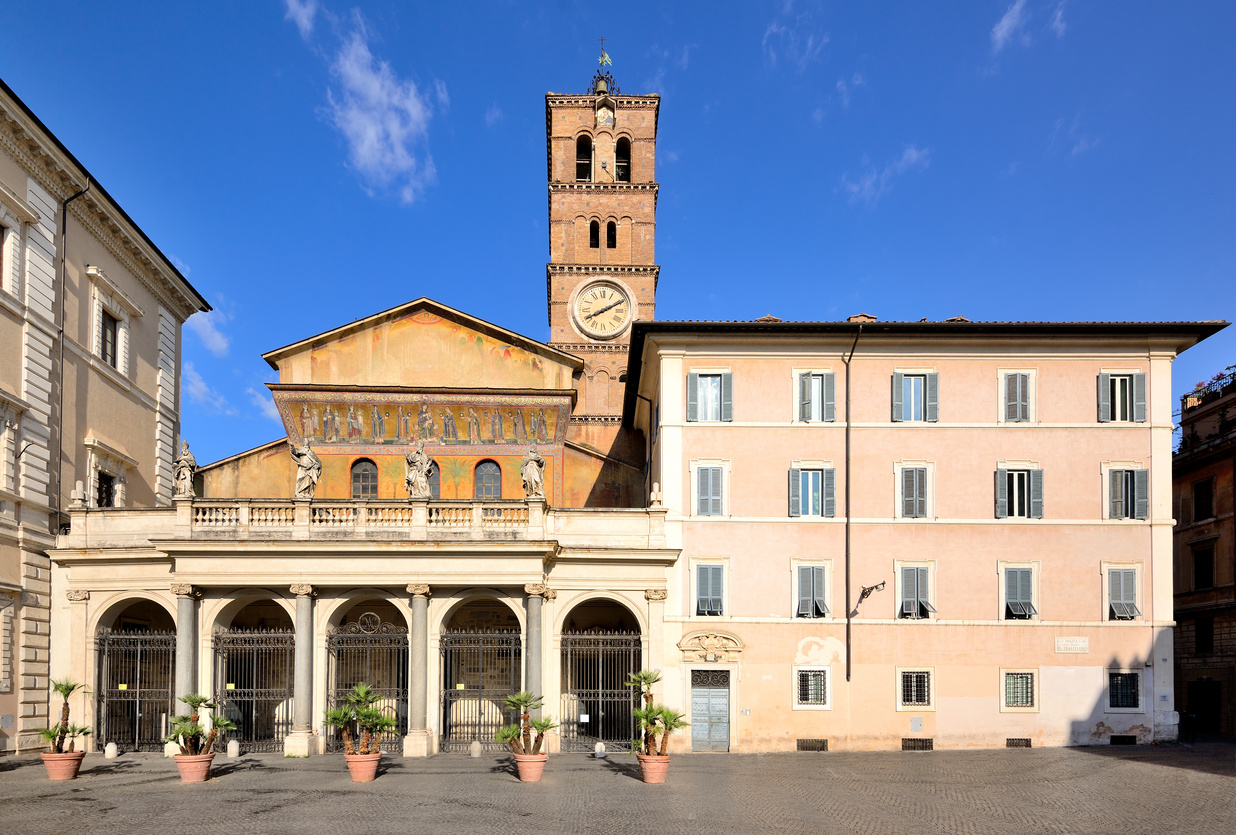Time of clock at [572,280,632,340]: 8:10
